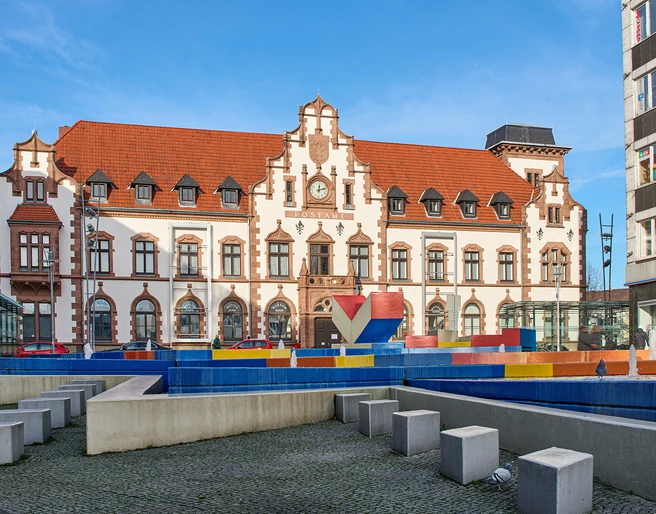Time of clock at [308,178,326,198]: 12:12
